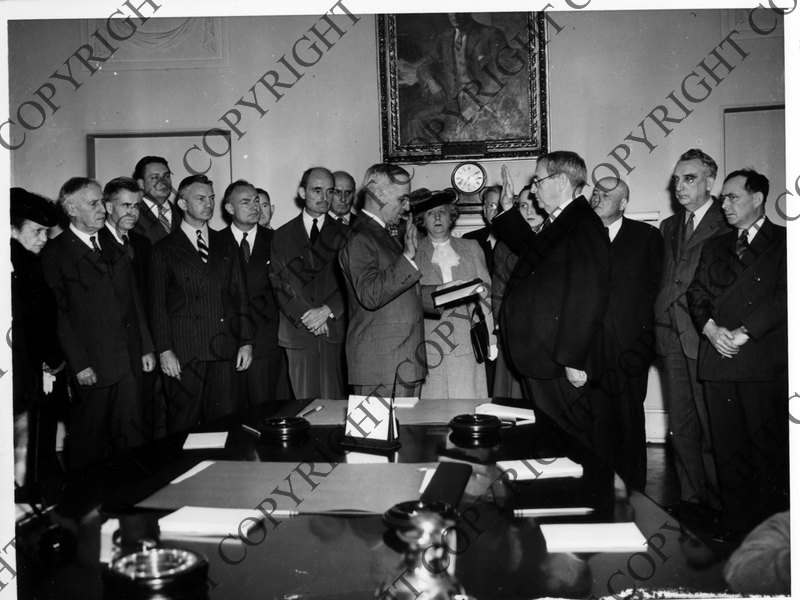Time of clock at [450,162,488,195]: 7:09
